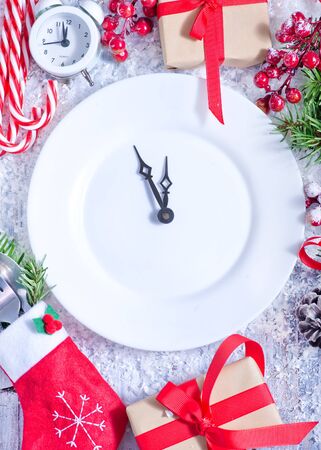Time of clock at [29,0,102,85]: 11:57
